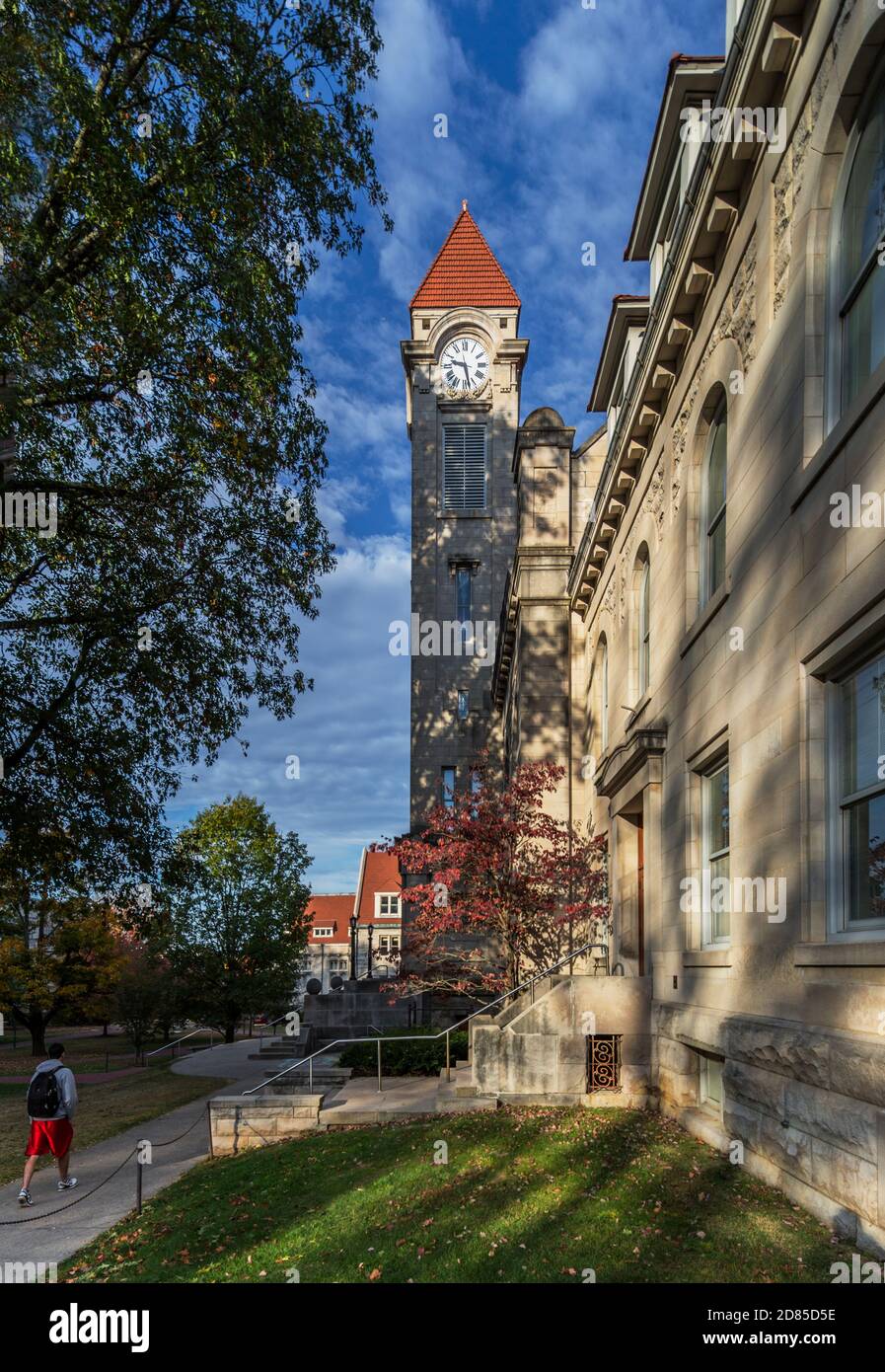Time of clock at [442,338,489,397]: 9:27
